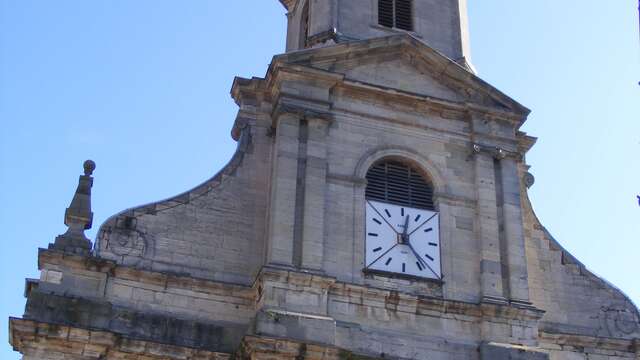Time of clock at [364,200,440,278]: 12:23
